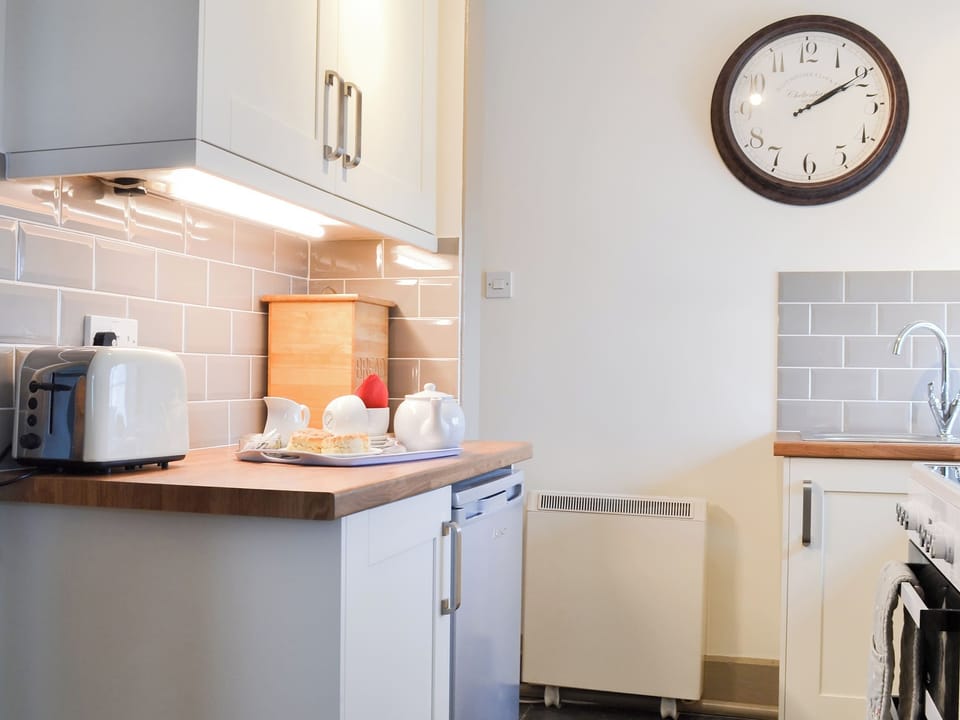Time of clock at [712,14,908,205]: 2:09
